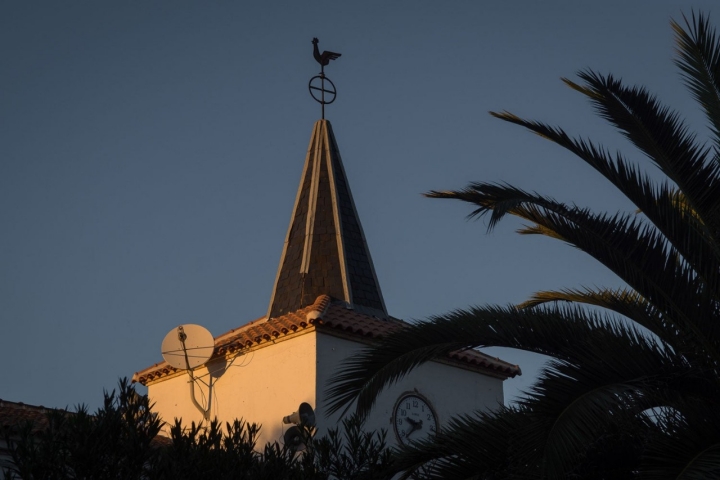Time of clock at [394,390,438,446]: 9:38
